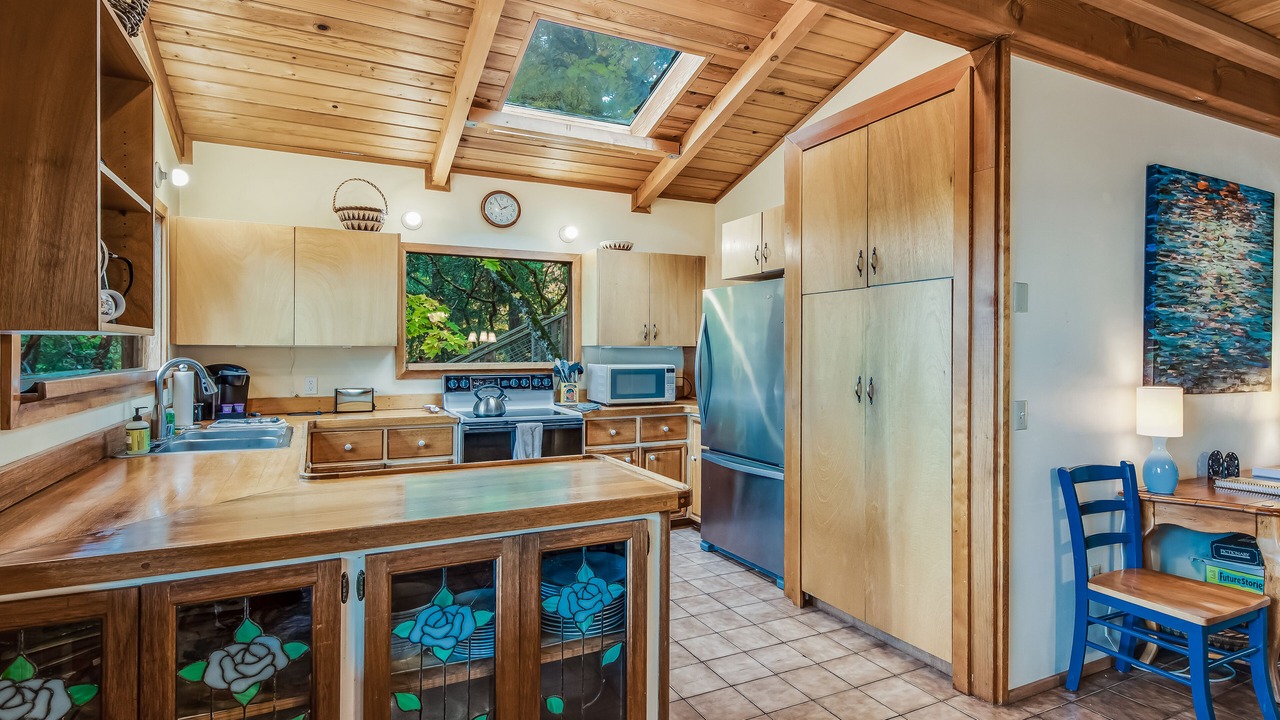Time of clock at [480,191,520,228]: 1:55
